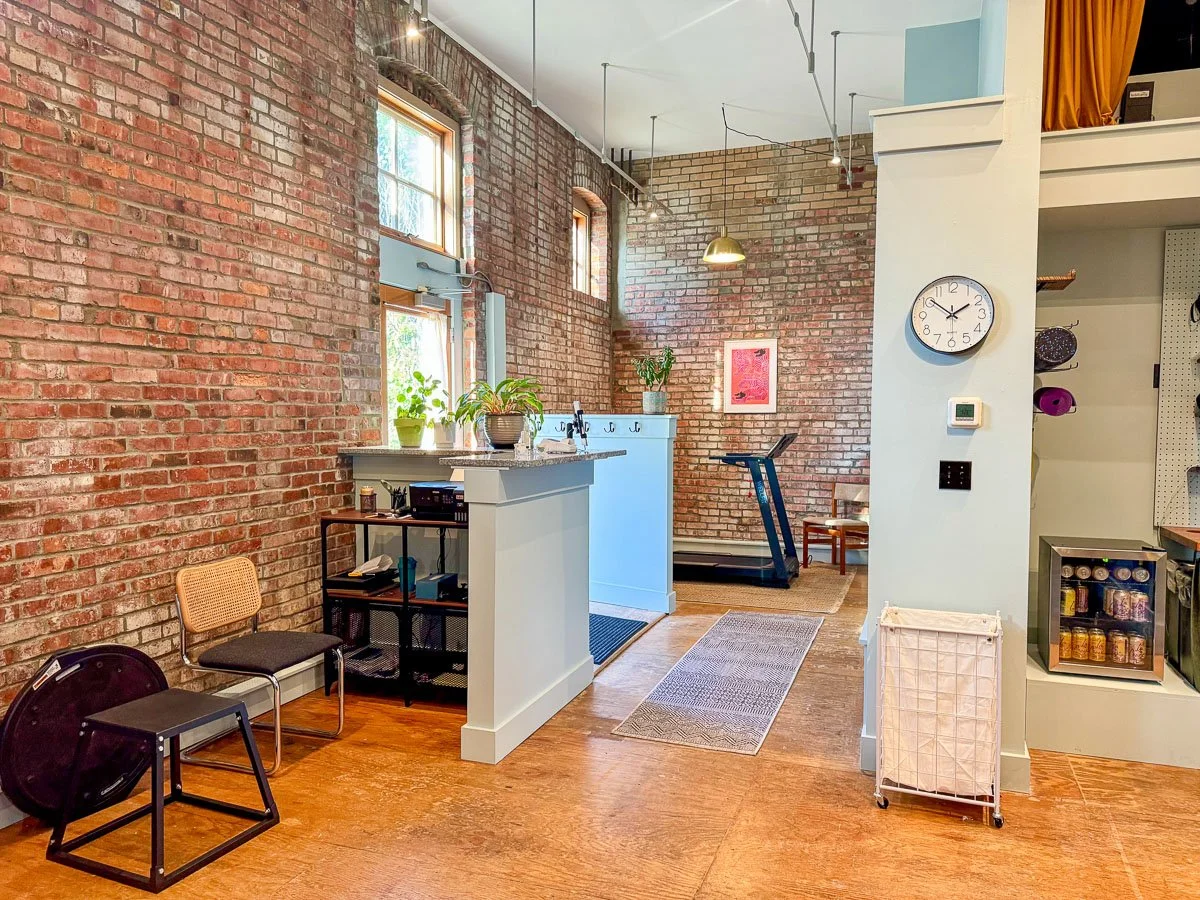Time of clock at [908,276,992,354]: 1:51
